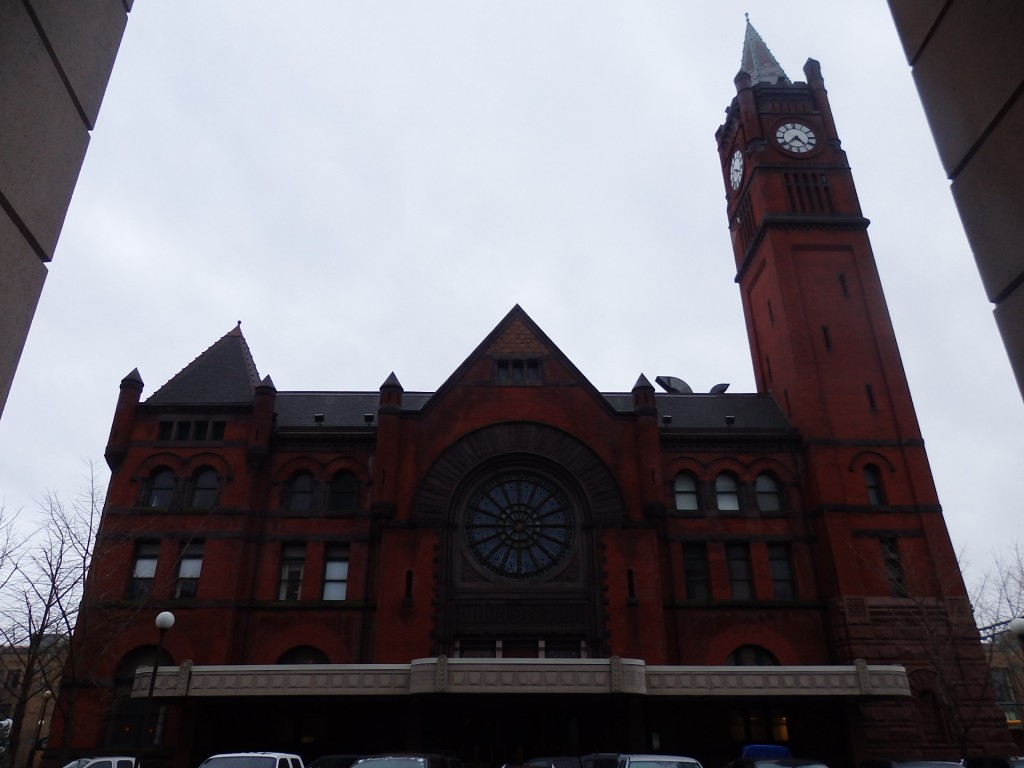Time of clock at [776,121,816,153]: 4:38
